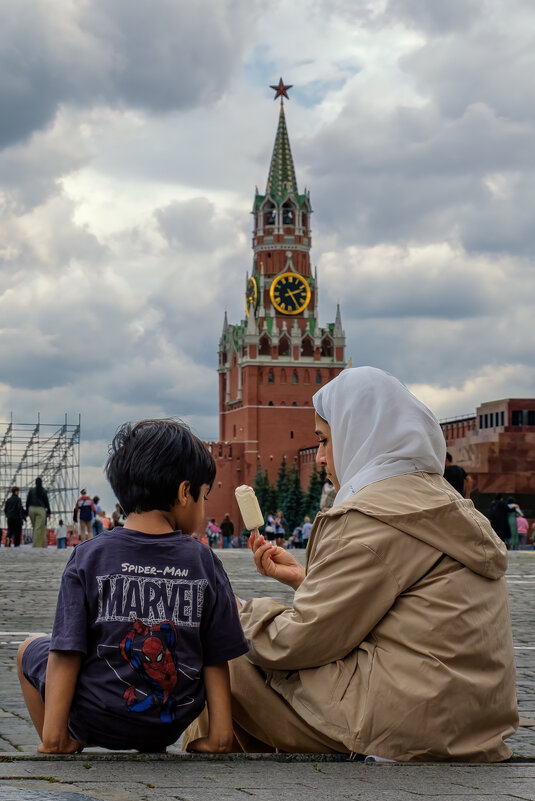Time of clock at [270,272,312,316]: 2:24
